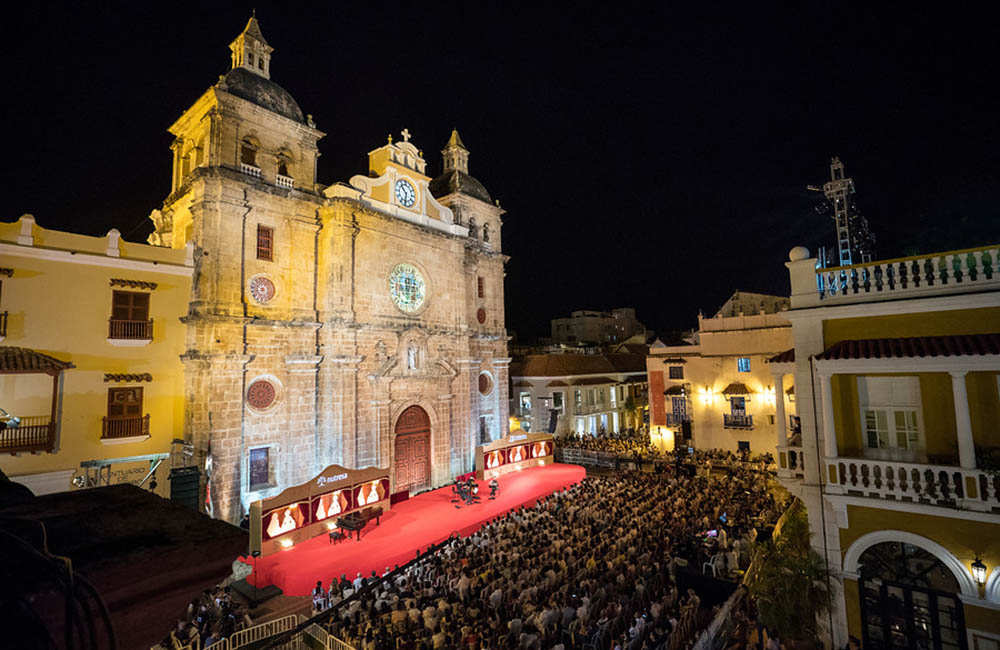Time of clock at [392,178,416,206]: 10:32
